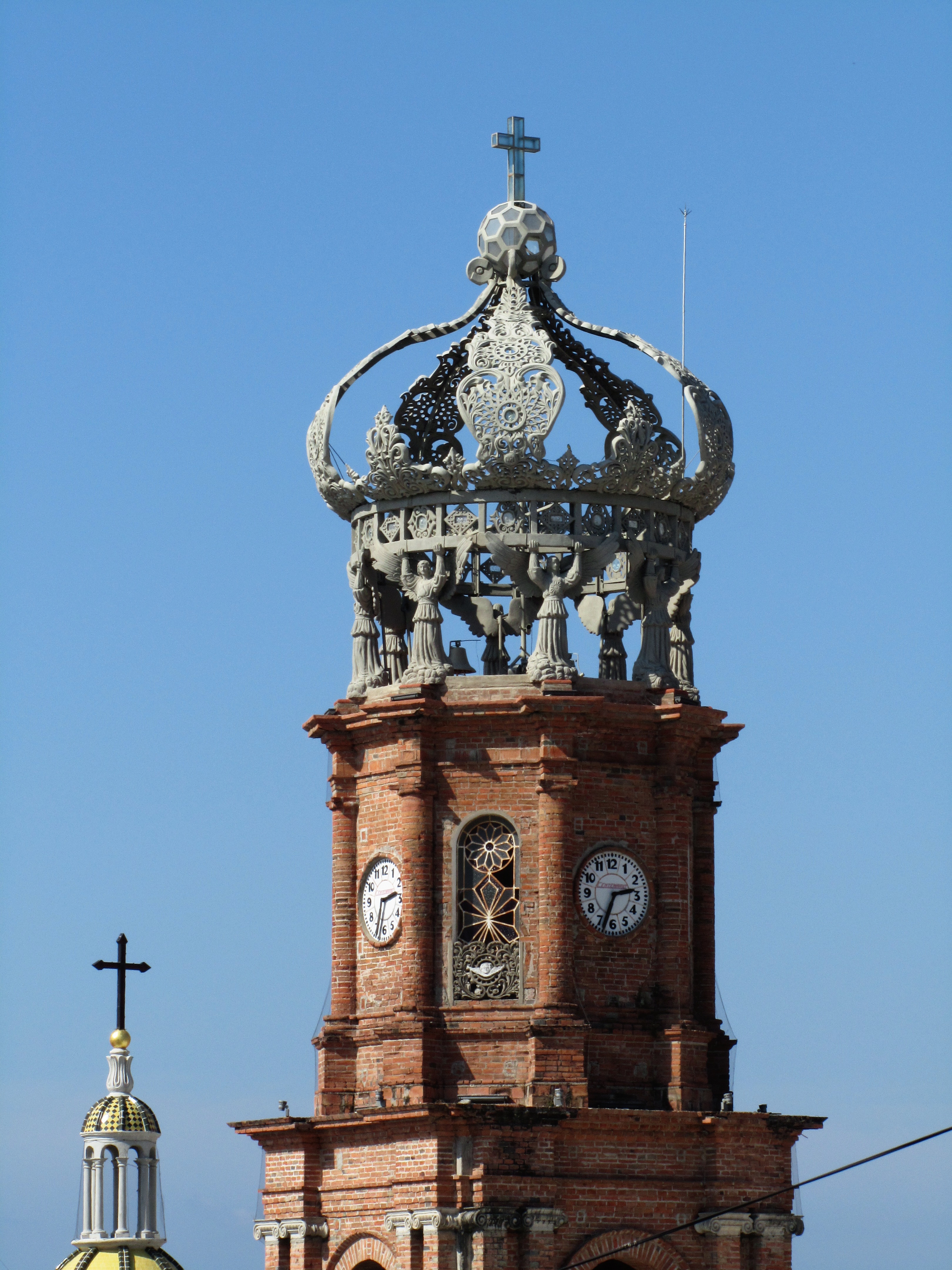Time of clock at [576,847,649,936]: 2:33
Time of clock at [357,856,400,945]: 2:33
